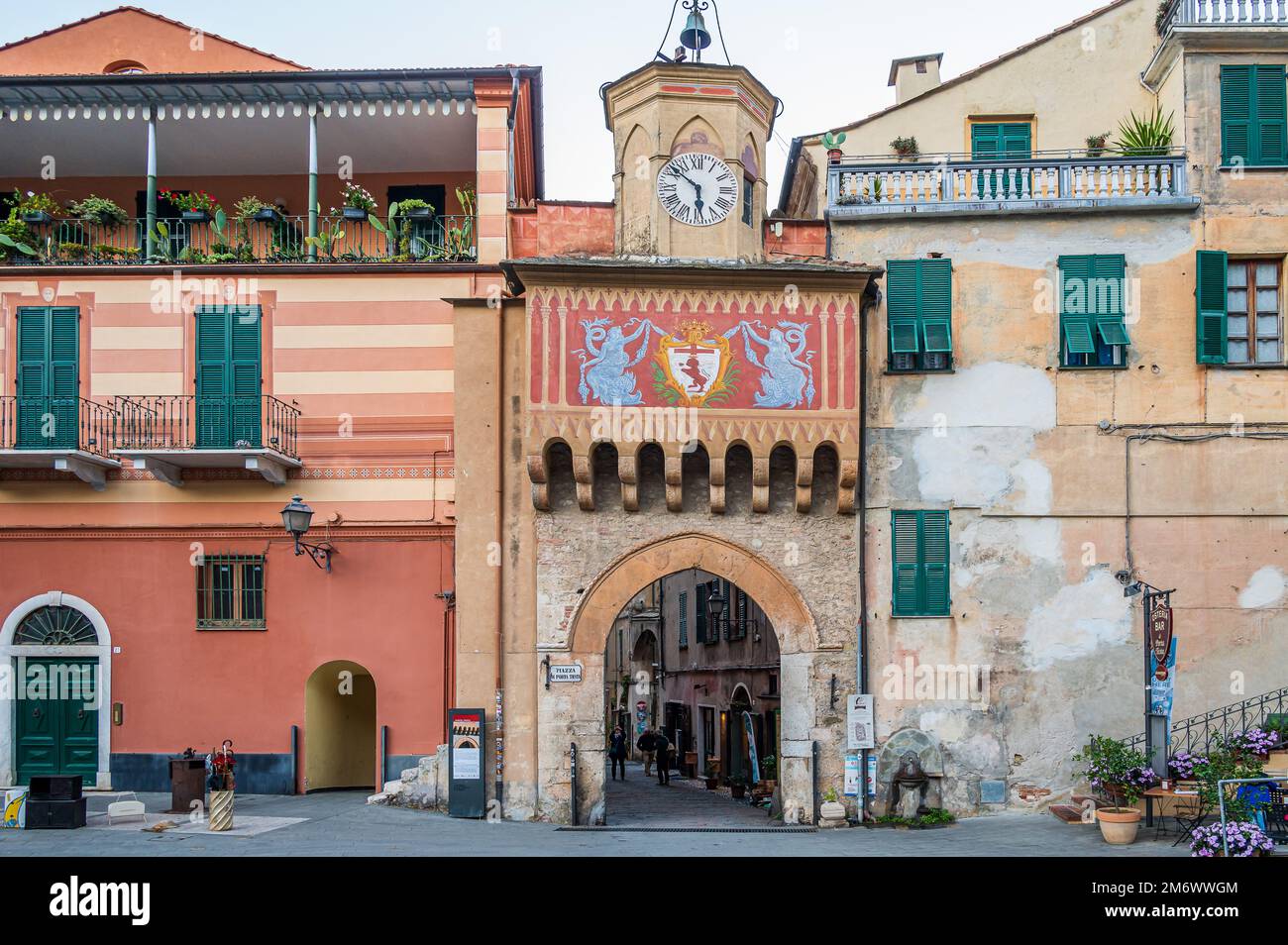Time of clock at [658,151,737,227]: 5:51
